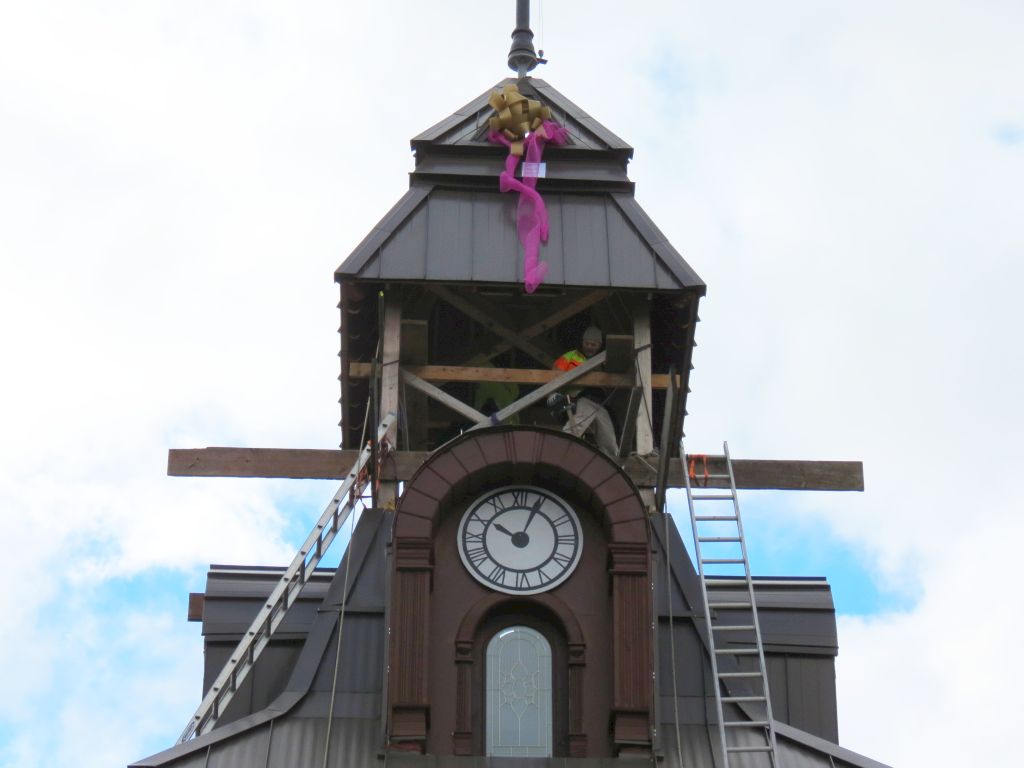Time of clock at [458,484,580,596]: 10:04
